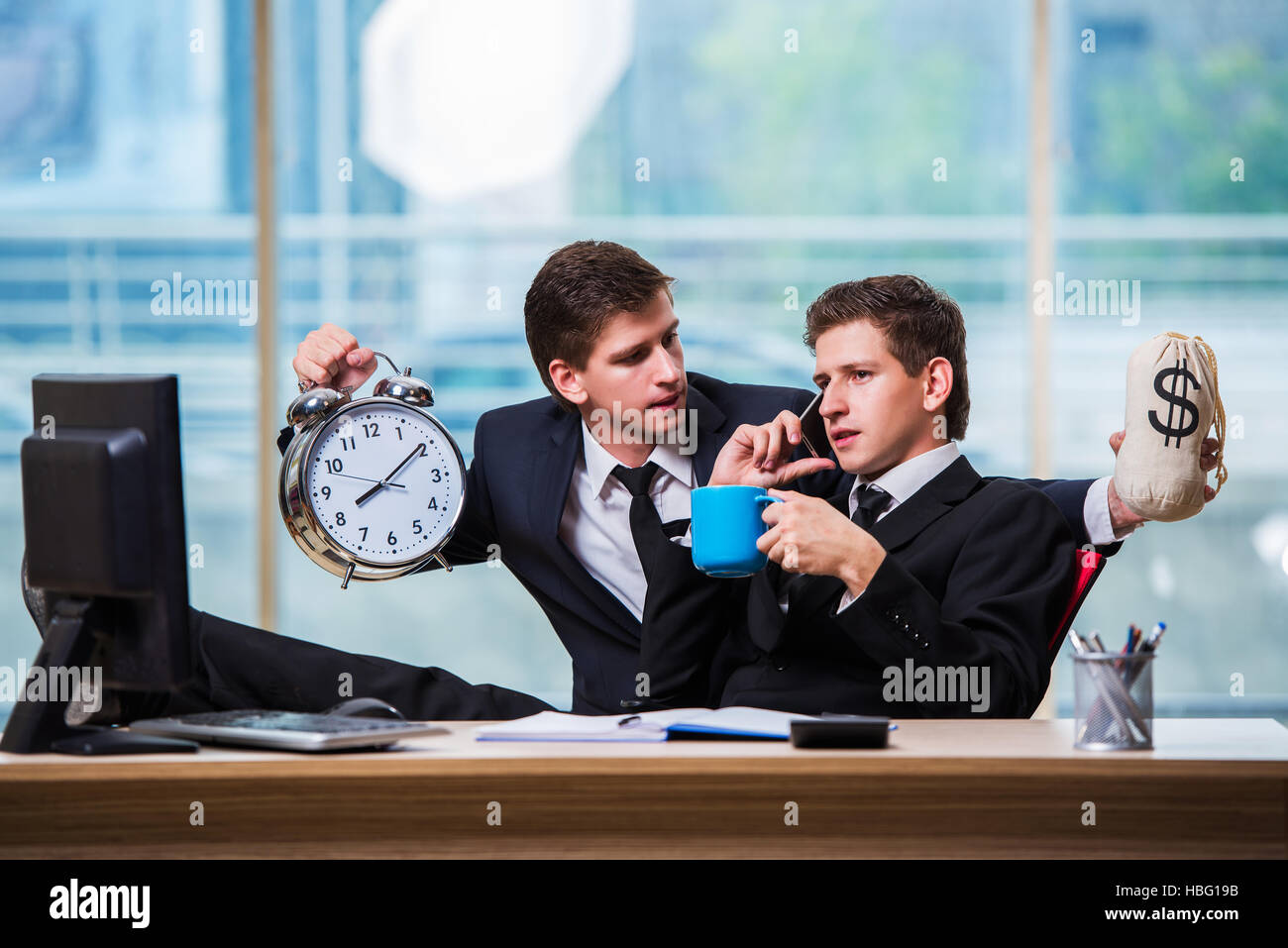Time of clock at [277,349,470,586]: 8:09
